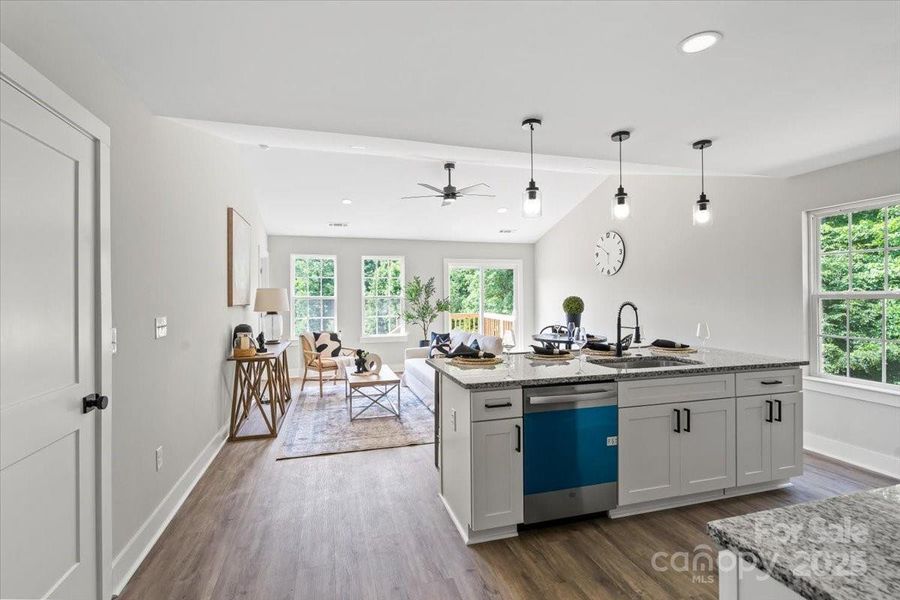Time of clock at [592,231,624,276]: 5:50
